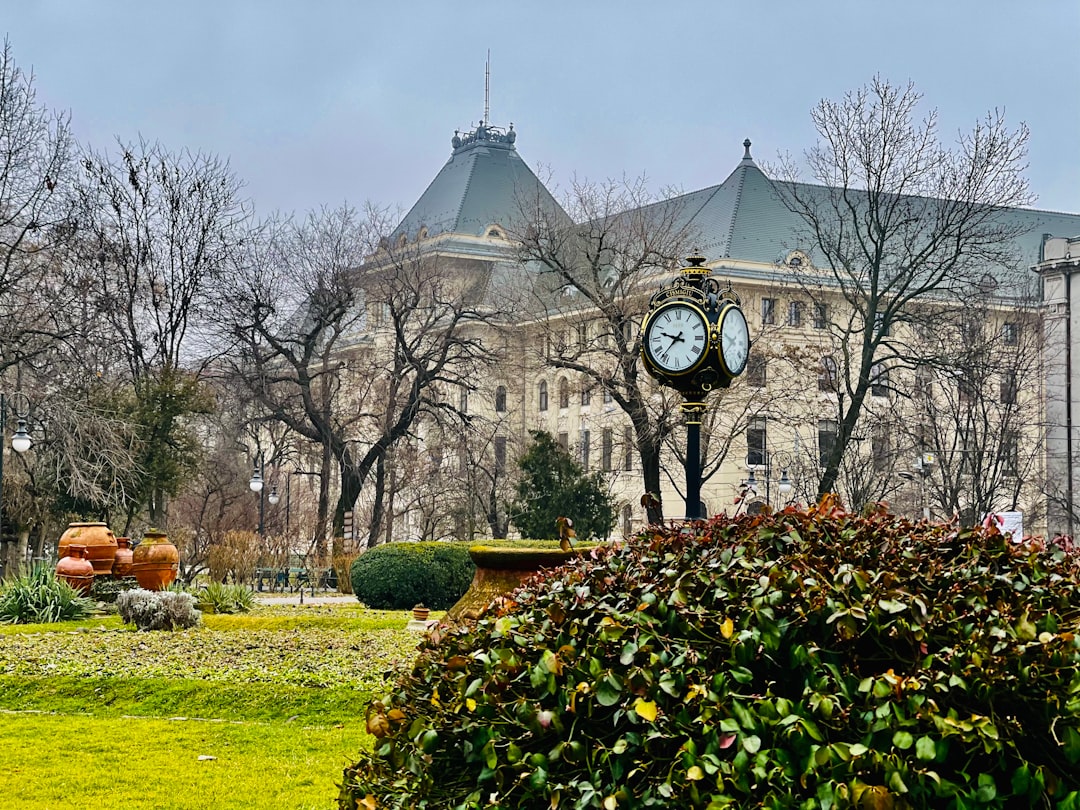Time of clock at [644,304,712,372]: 9:36
